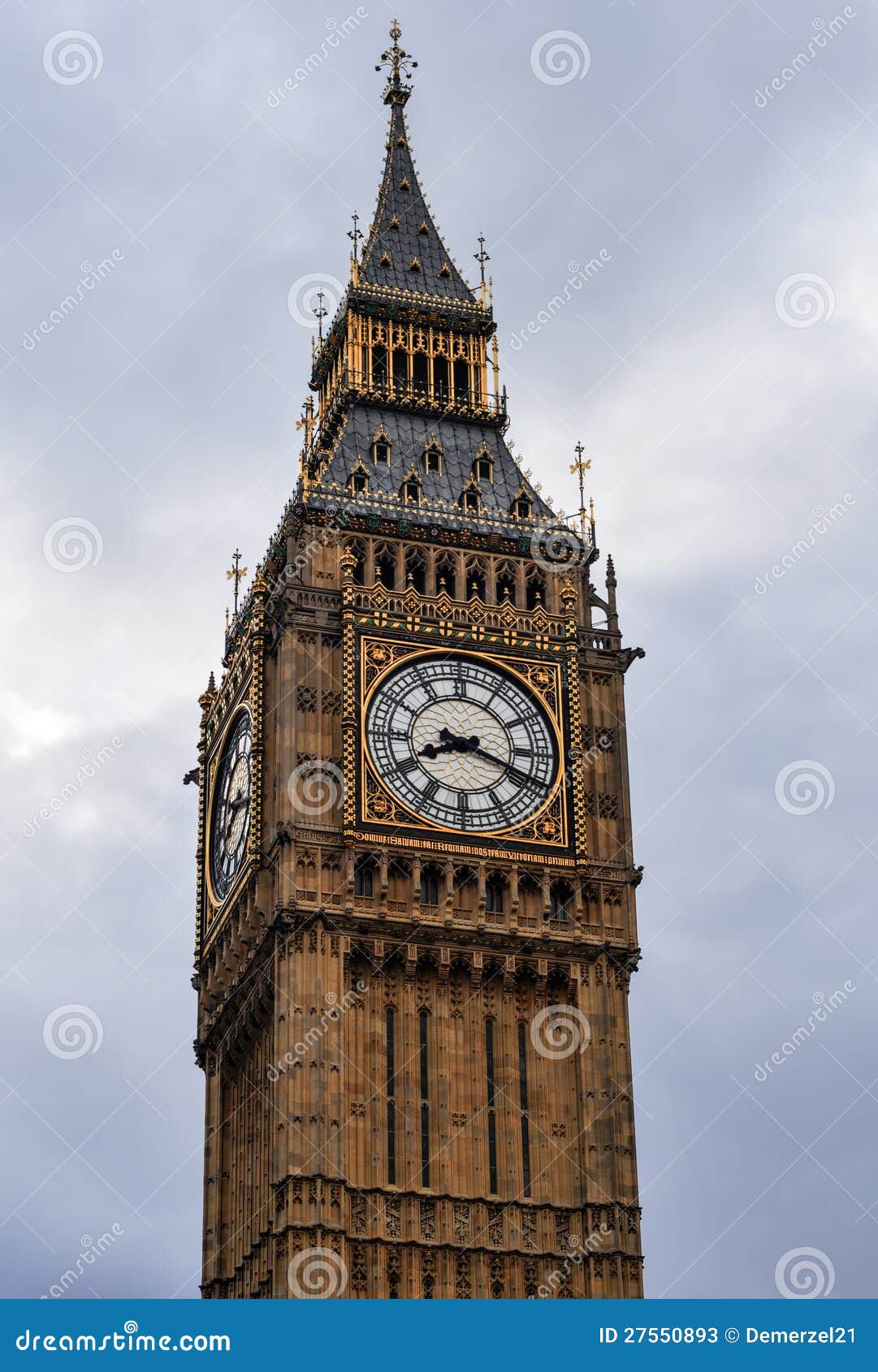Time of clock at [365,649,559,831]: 8:18
